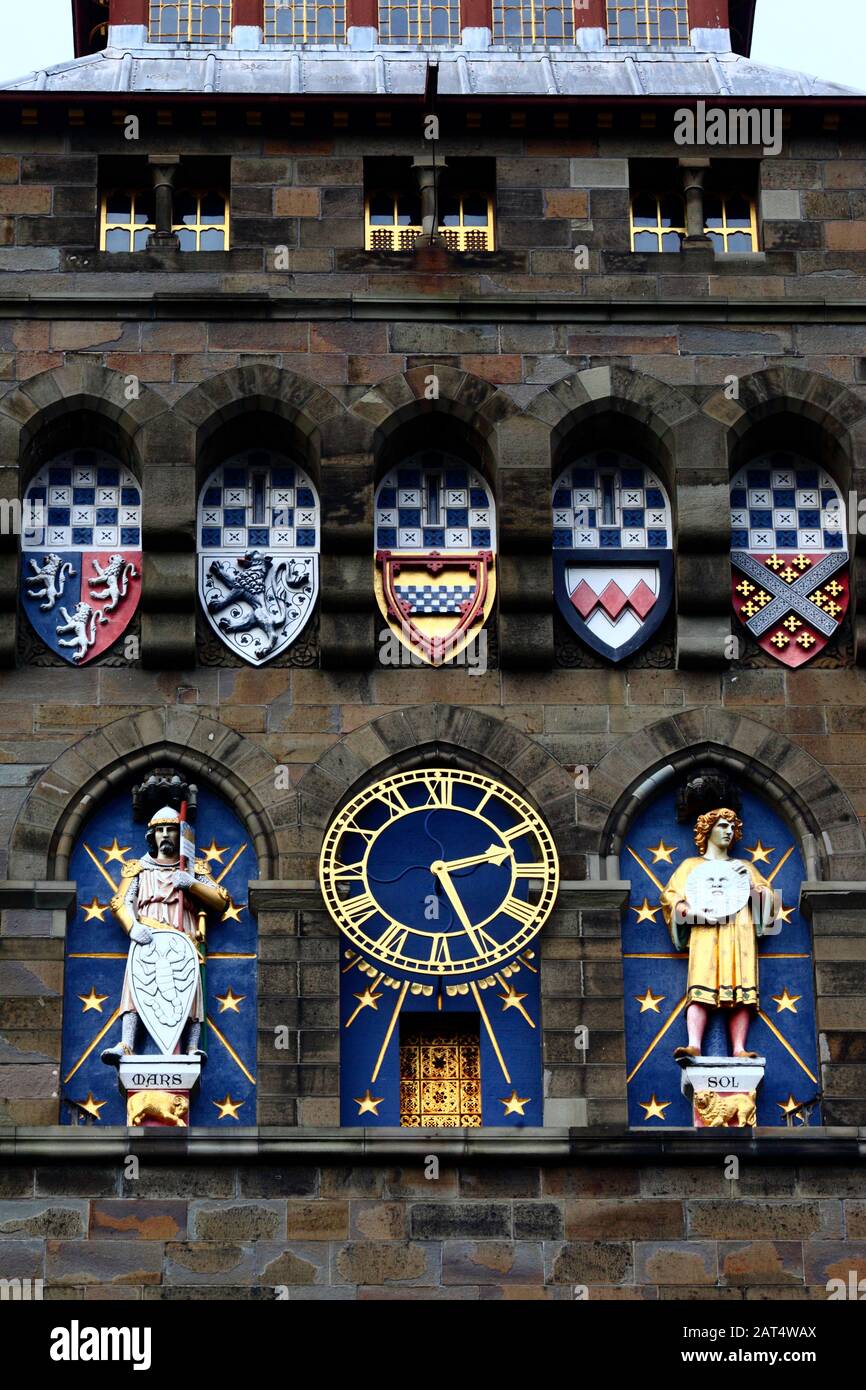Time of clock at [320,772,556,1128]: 2:25
